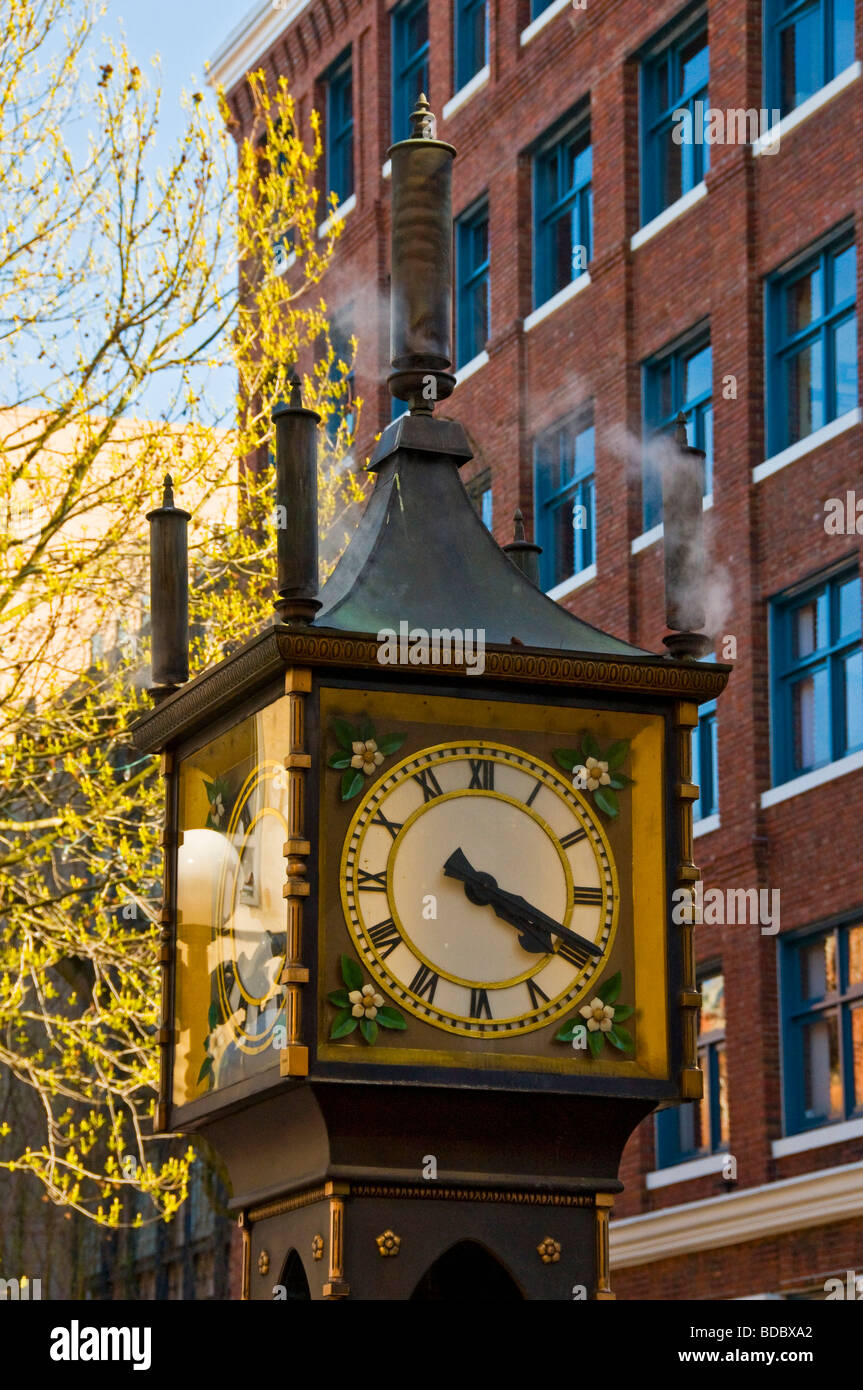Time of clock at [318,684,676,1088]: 4:19
